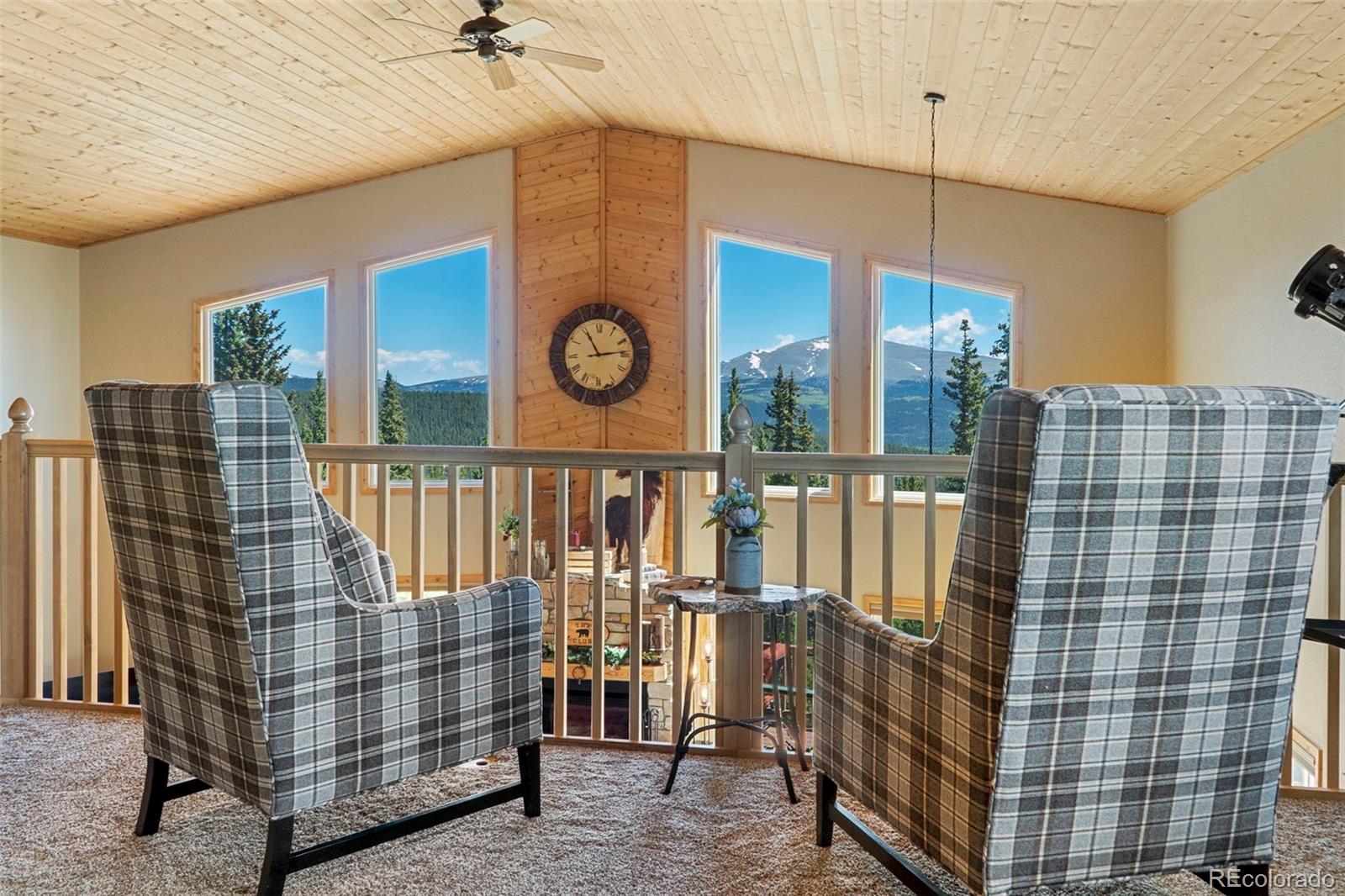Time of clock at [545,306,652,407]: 11:13
